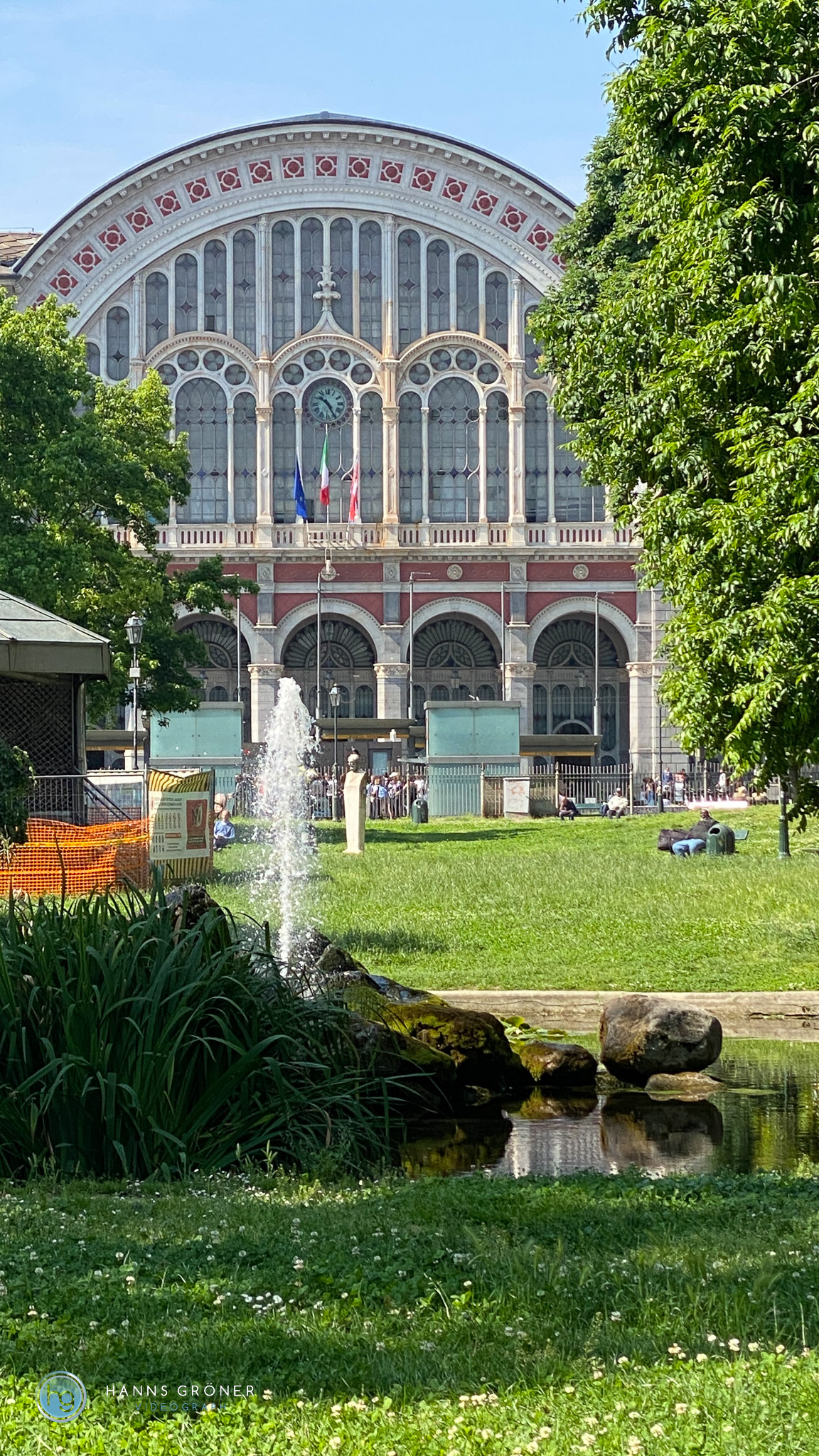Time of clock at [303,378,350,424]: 10:24
